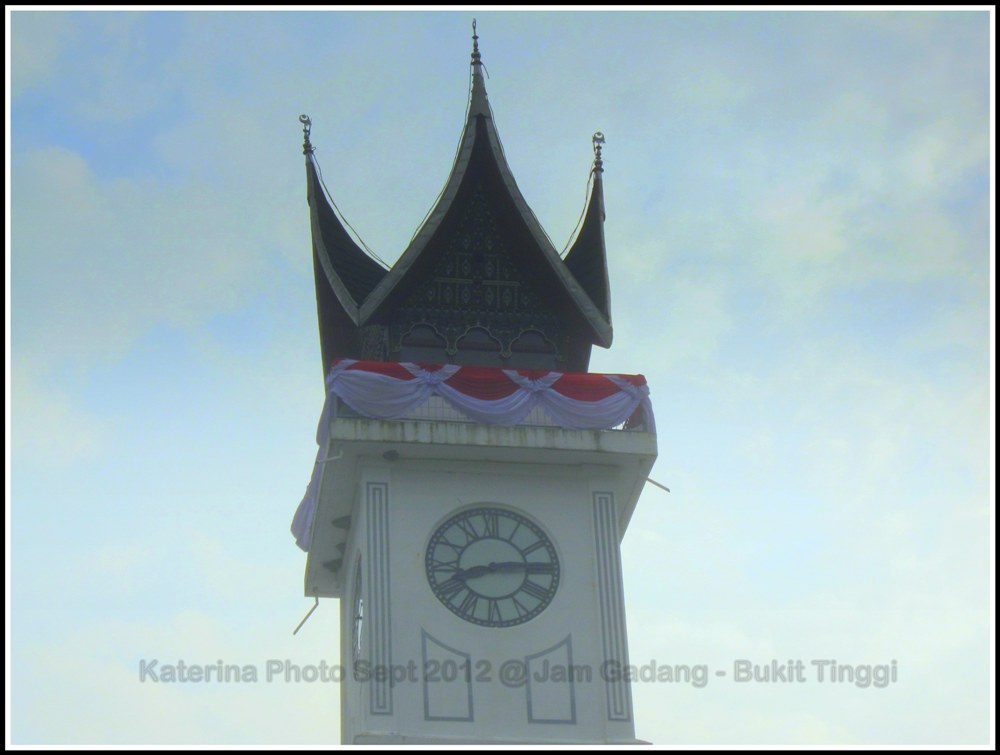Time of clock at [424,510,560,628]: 8:14
